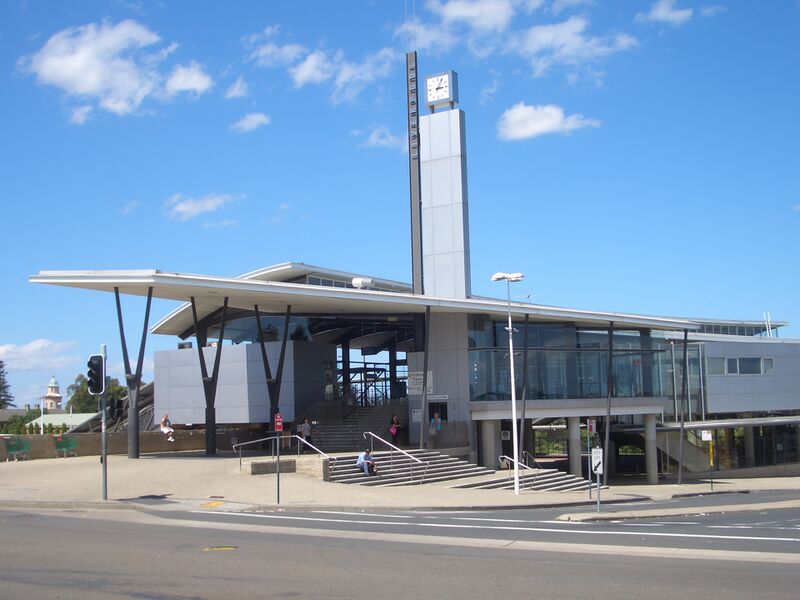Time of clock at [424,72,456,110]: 3:04
